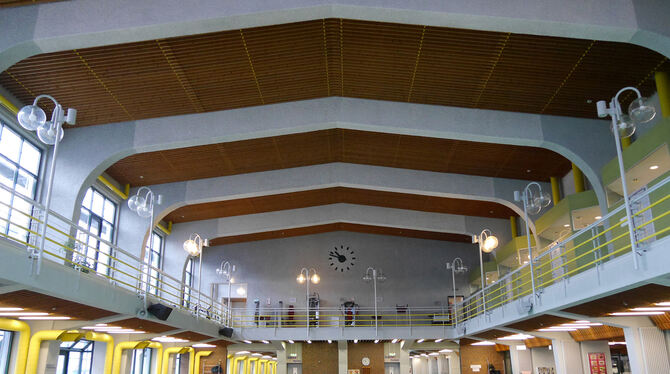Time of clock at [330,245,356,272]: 10:48
